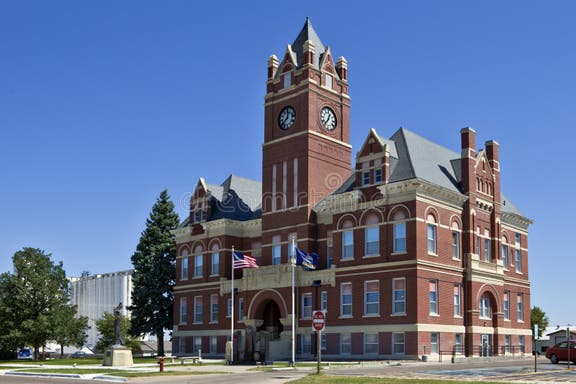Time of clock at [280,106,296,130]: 12:38
